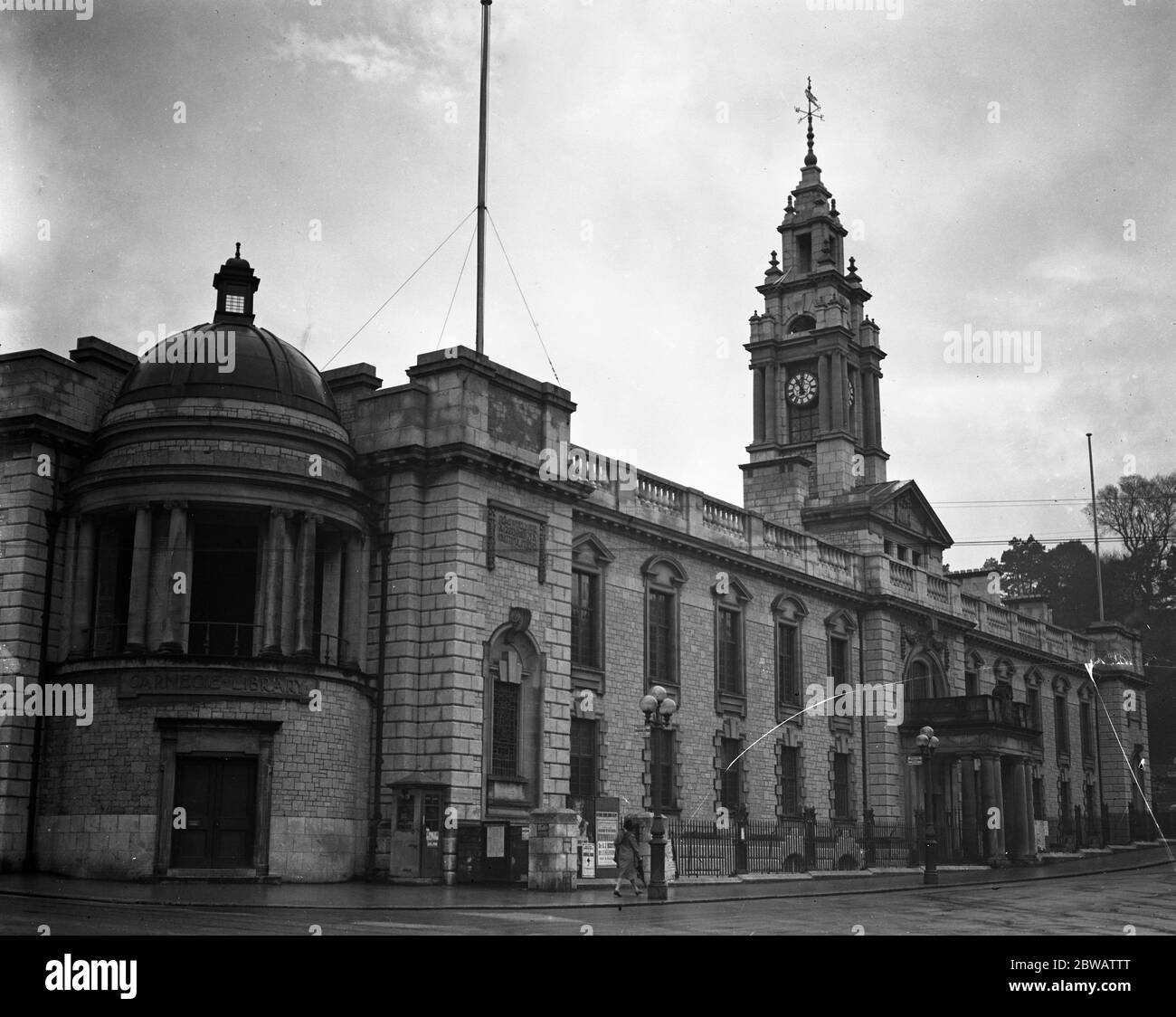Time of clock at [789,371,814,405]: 11:02
